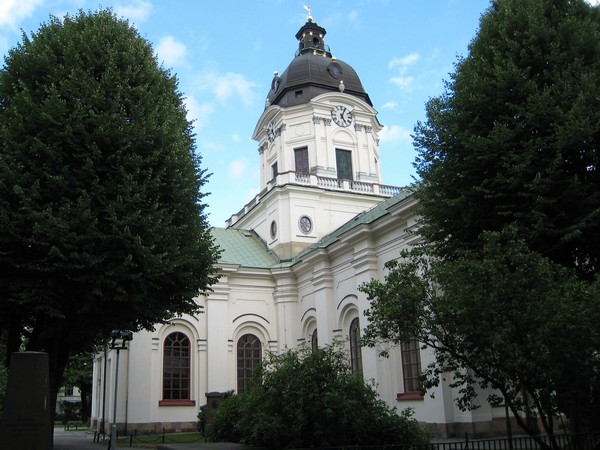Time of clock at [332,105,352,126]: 5:03
